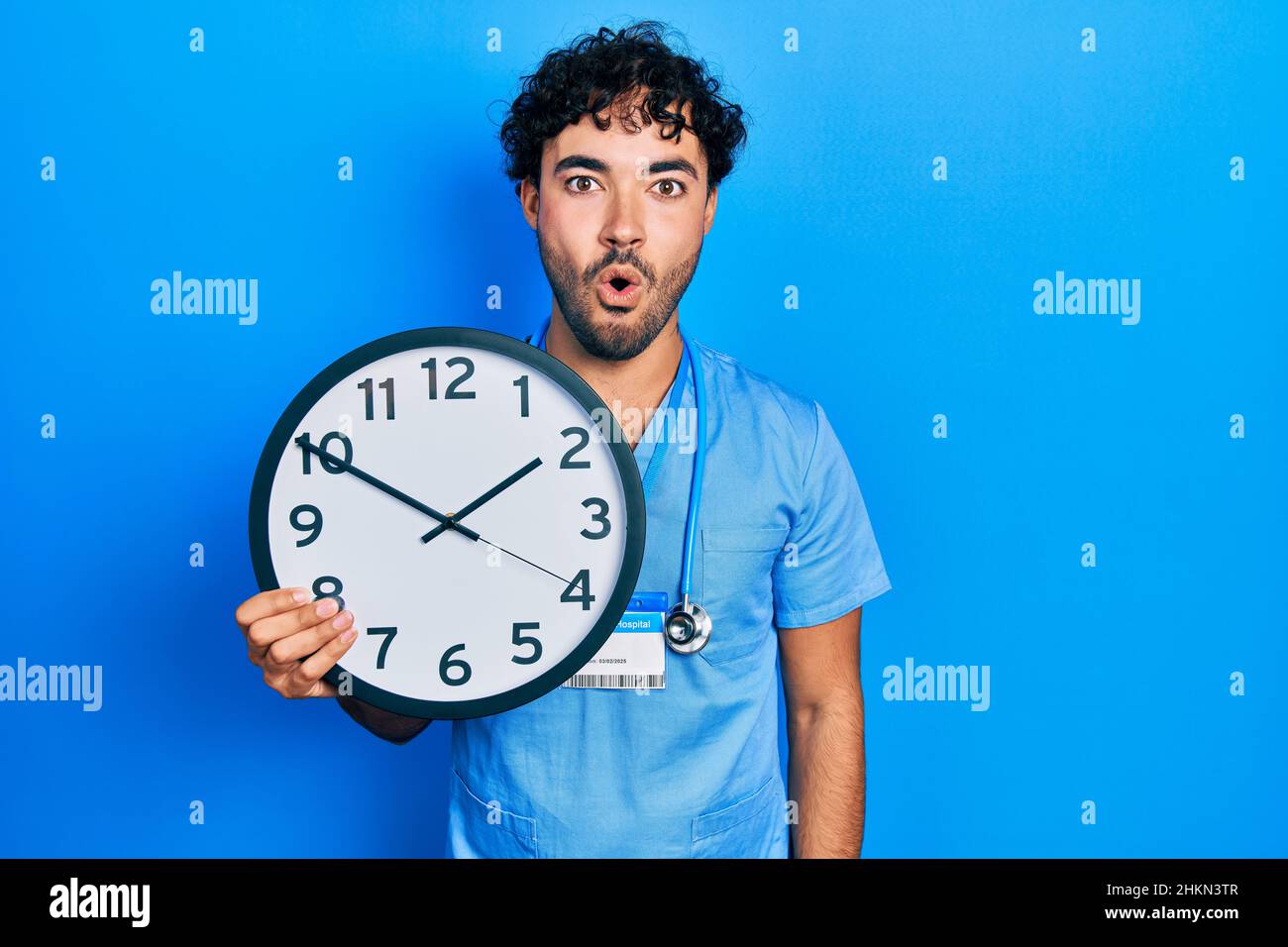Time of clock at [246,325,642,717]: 1:50
